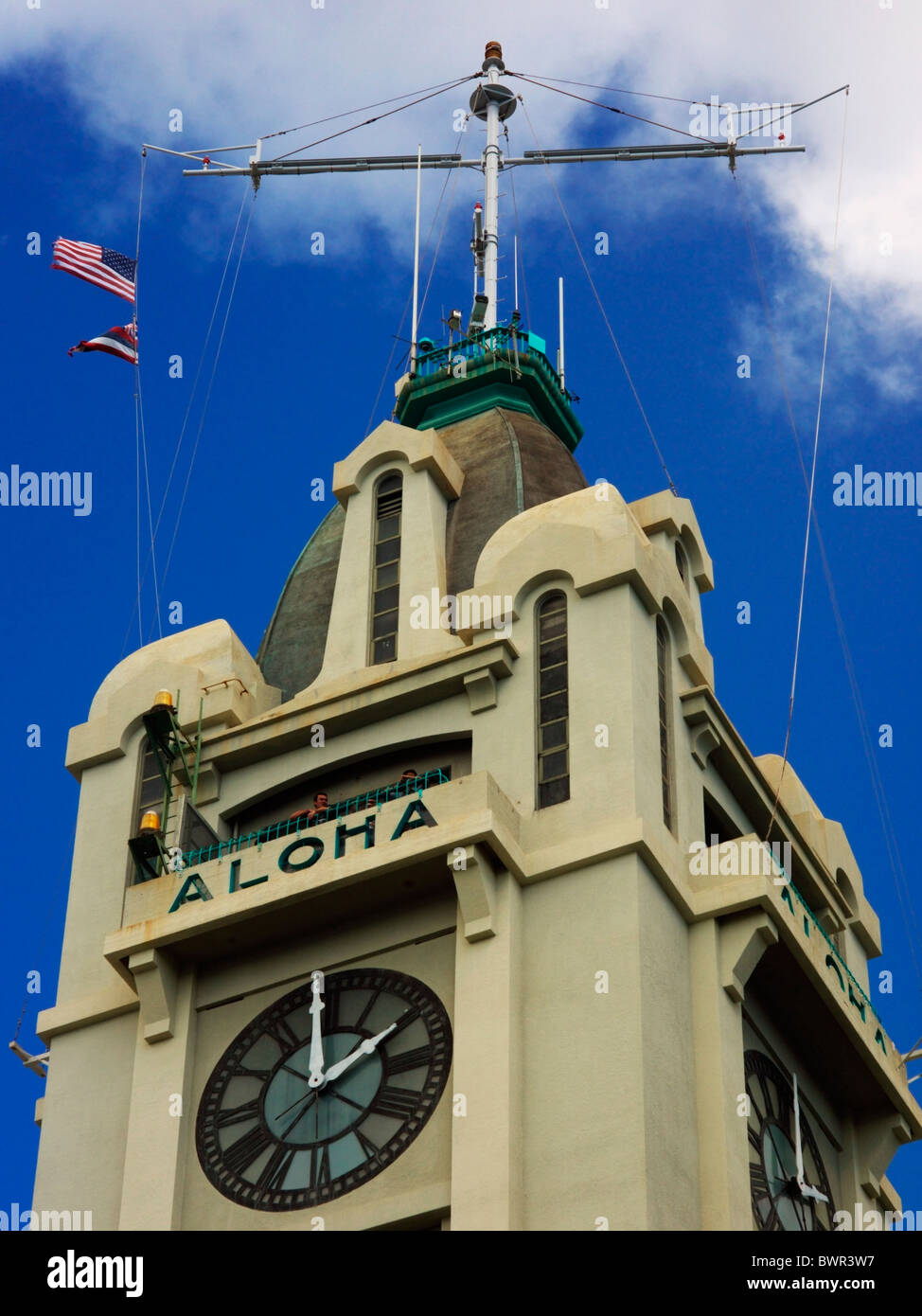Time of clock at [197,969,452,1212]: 1:59
